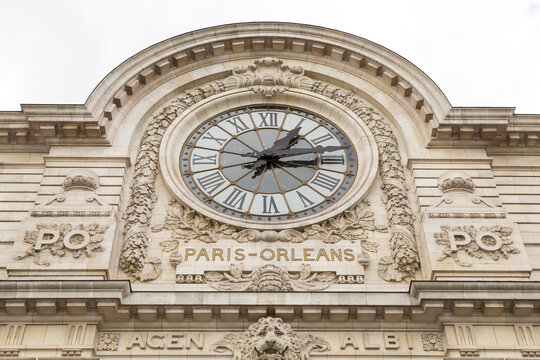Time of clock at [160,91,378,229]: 1:13
